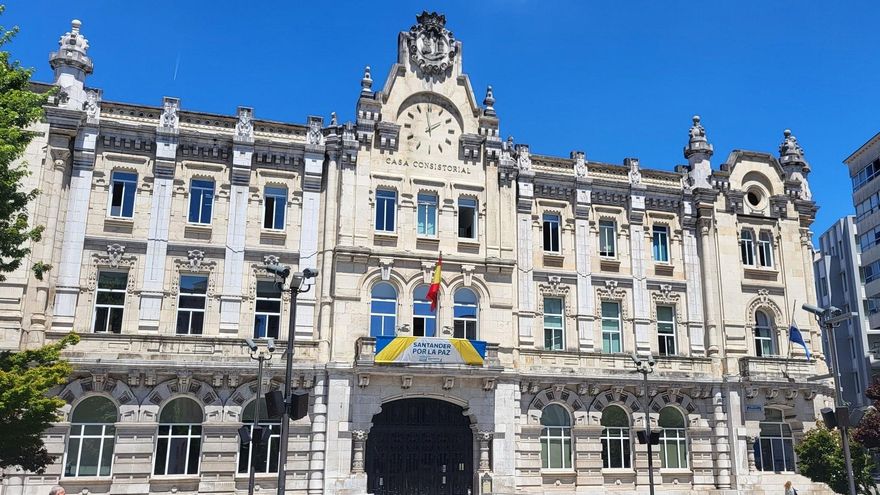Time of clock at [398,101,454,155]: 1:58
